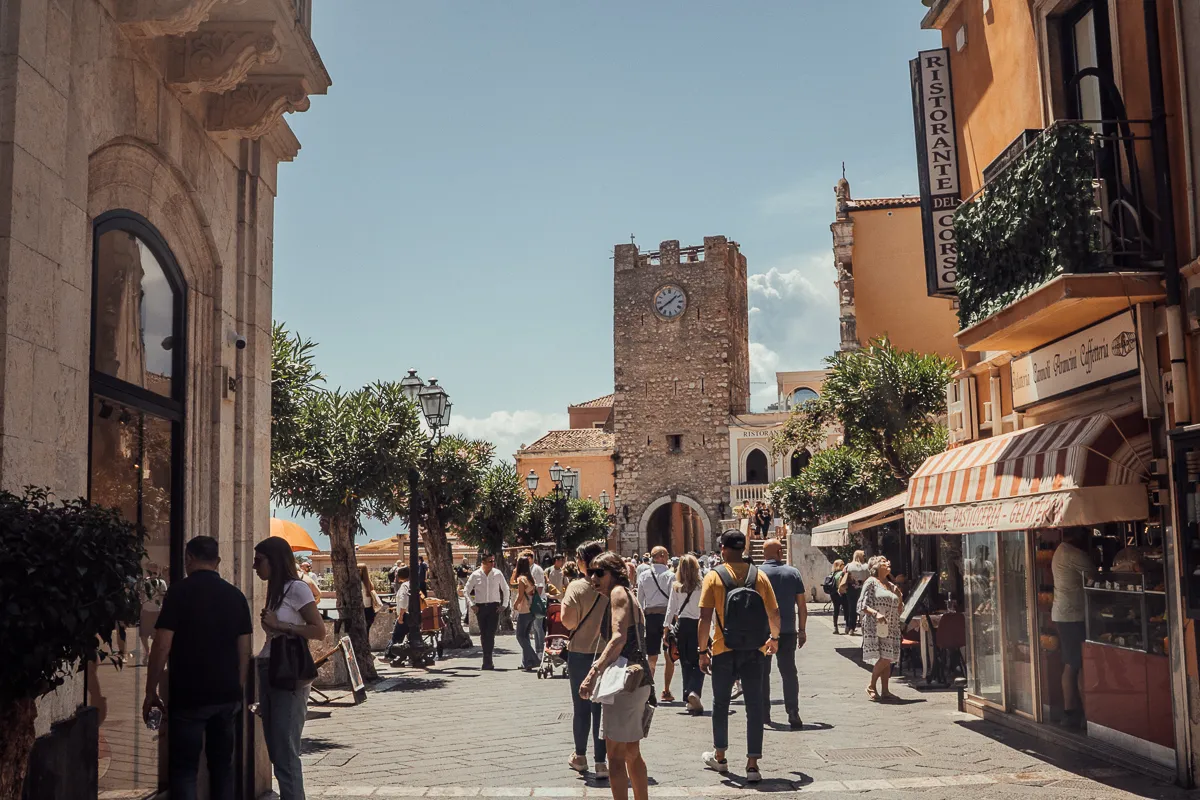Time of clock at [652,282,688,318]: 1:39
